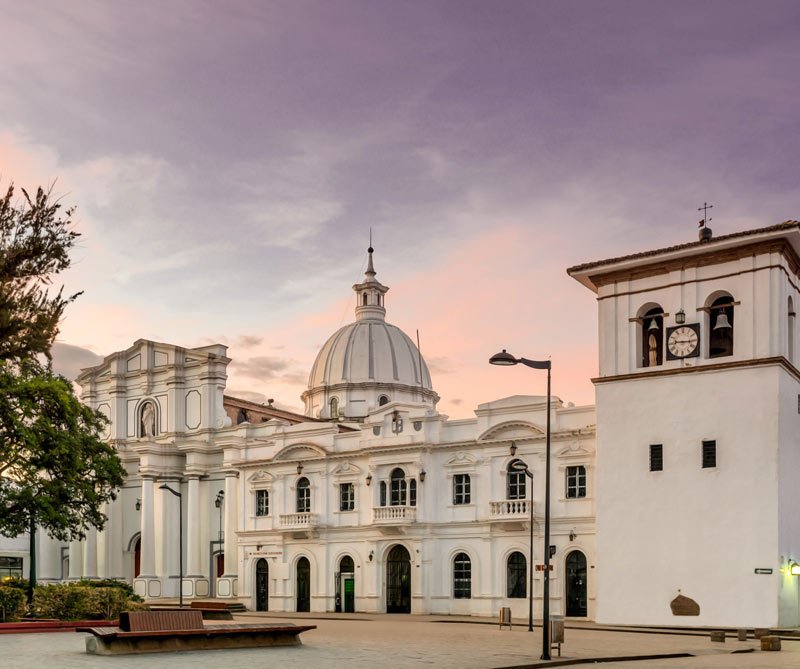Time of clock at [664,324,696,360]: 9:15
